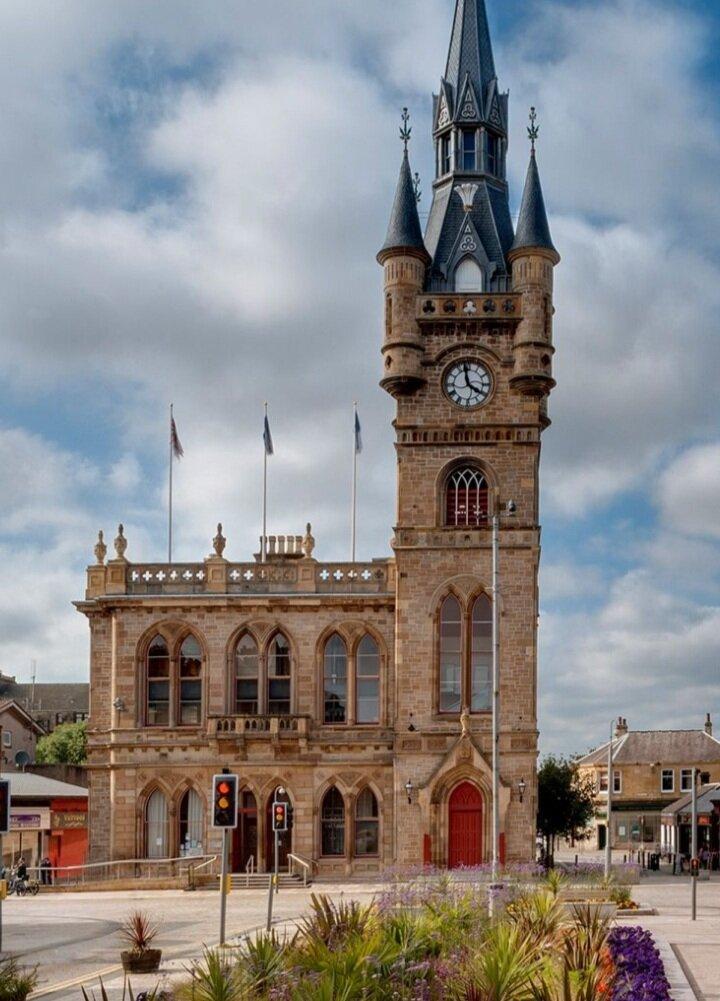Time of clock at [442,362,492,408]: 3:58
